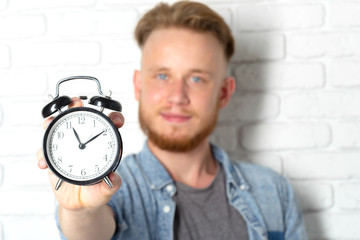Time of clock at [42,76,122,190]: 11:09
